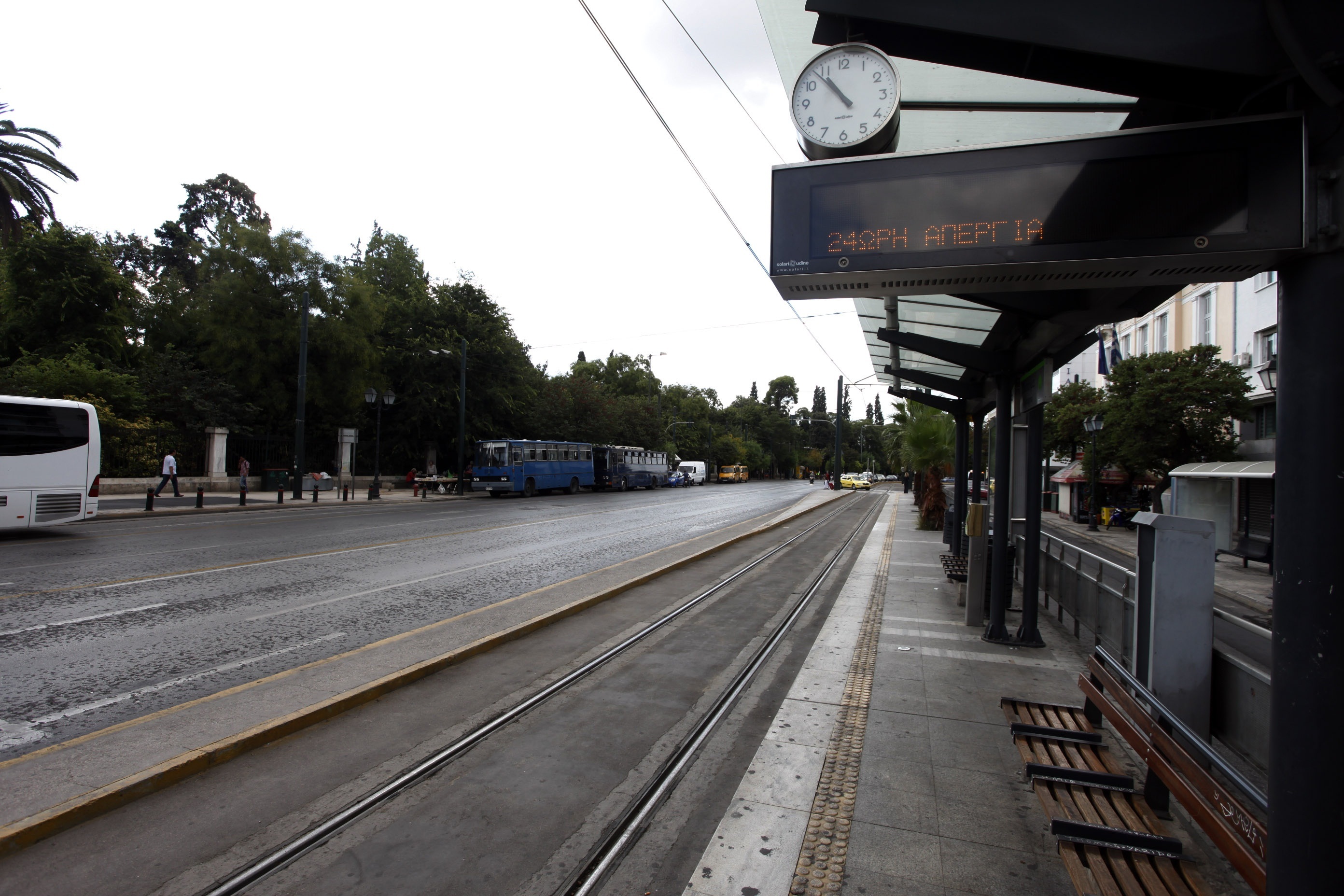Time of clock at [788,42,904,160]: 10:53
